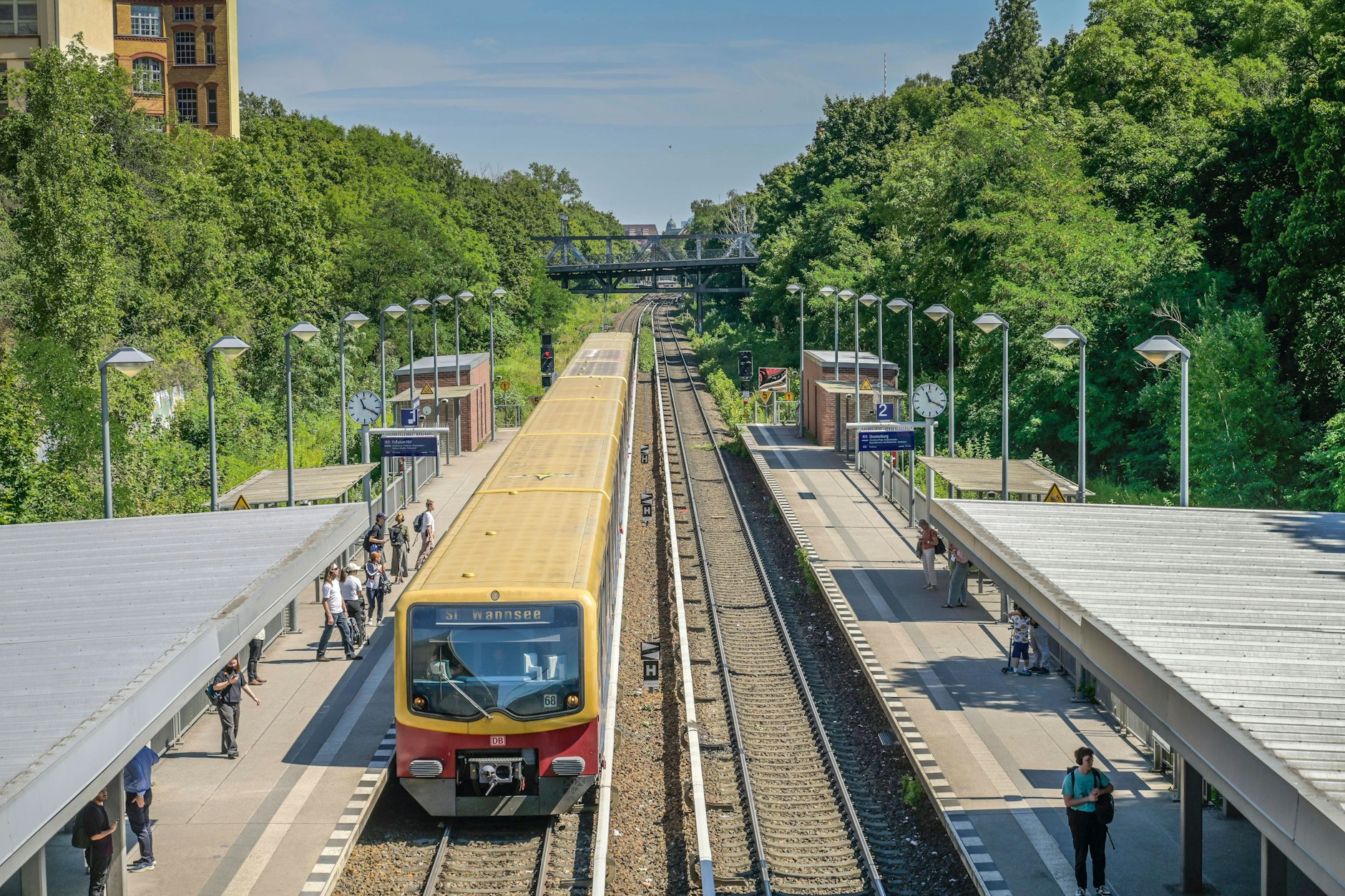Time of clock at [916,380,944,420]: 11:19
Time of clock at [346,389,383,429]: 11:19
